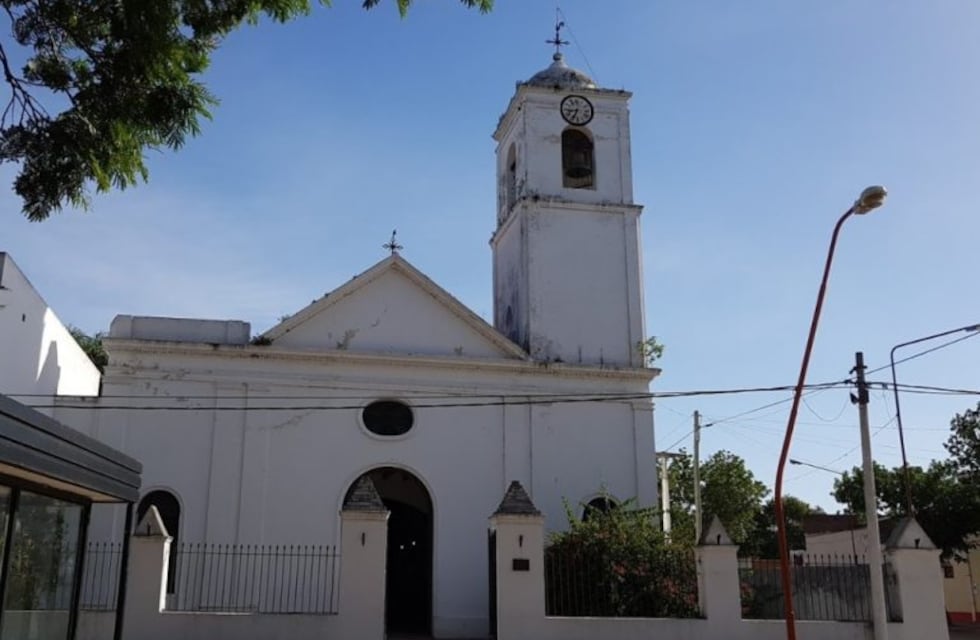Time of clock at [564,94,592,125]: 8:34
